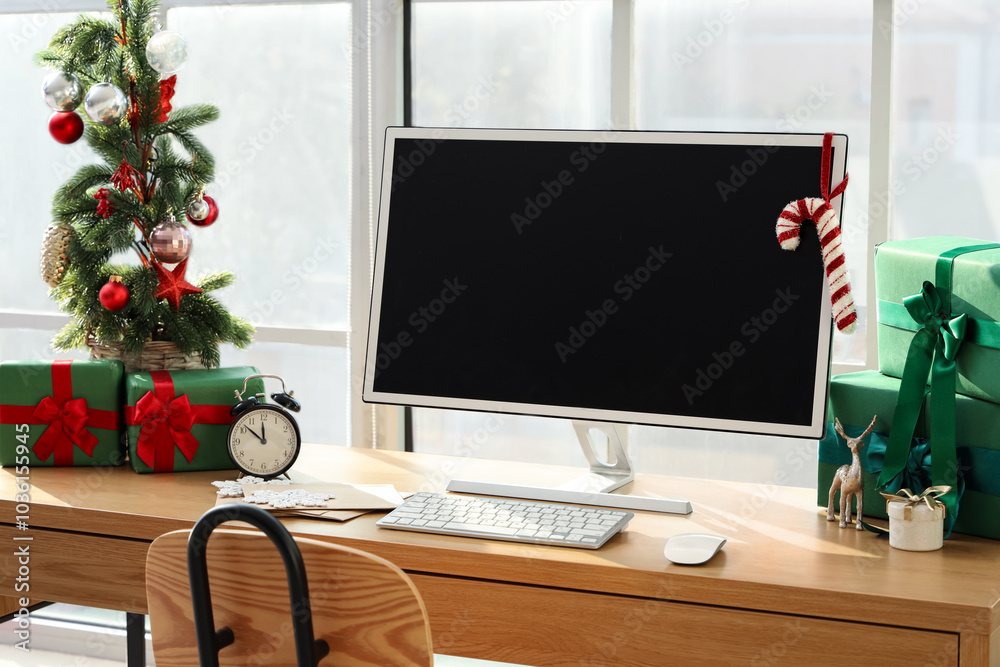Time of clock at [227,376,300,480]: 11:51
